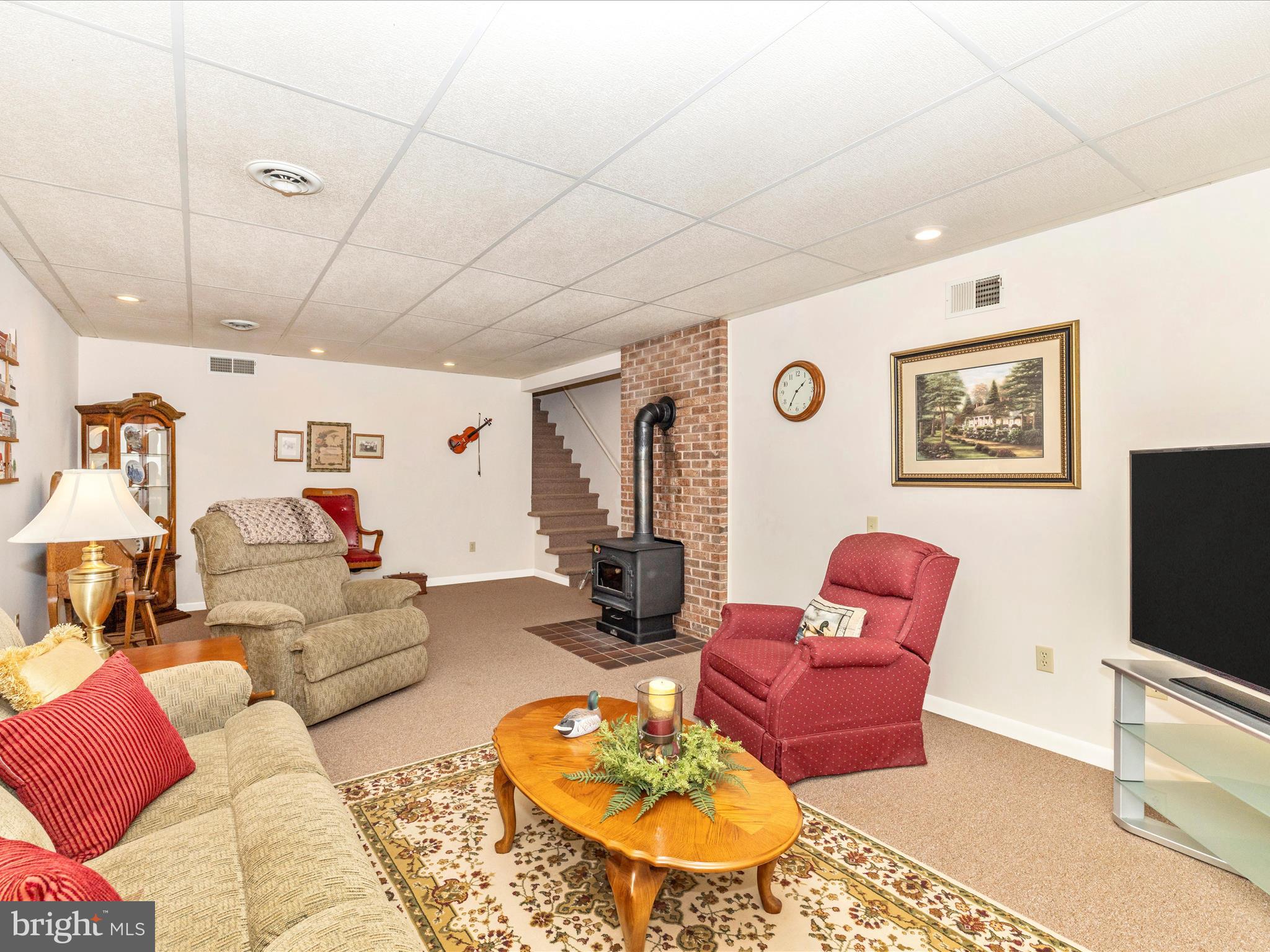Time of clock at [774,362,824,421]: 1:35
